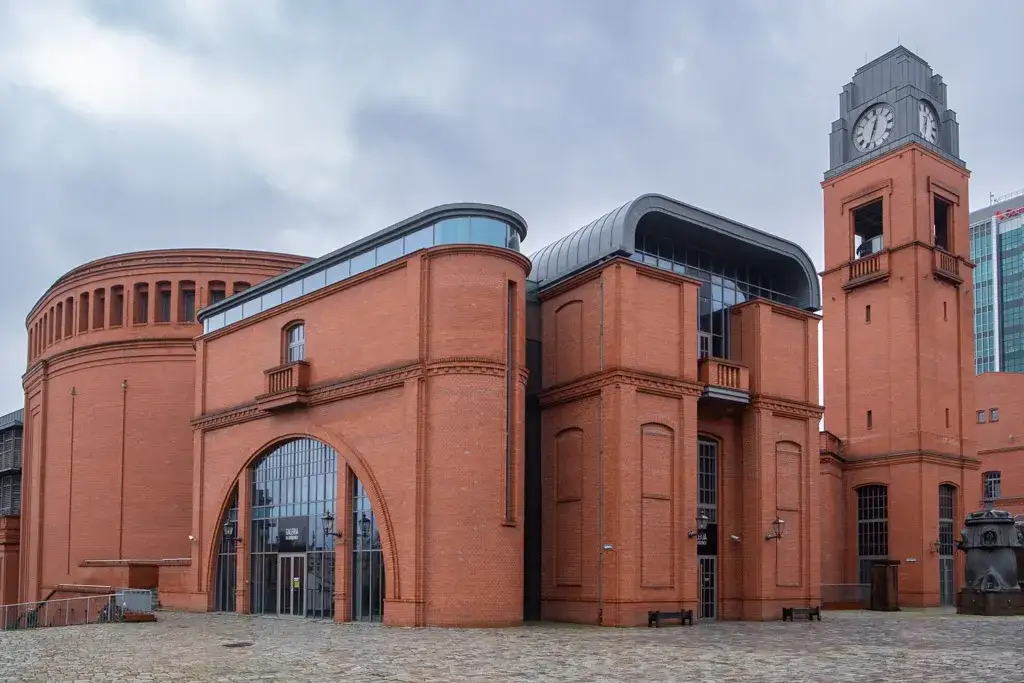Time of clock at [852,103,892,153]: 12:33
